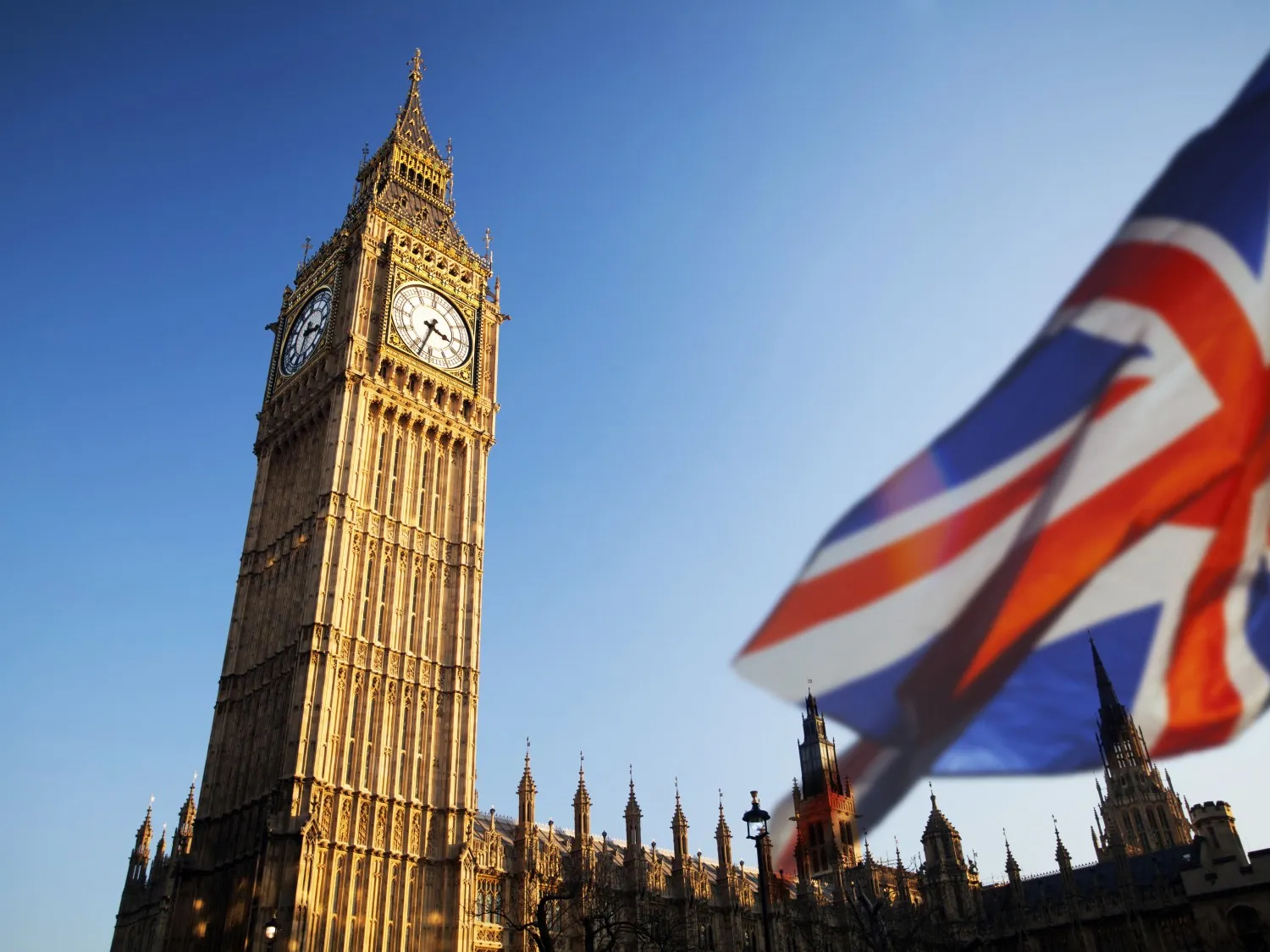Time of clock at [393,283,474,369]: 3:33
